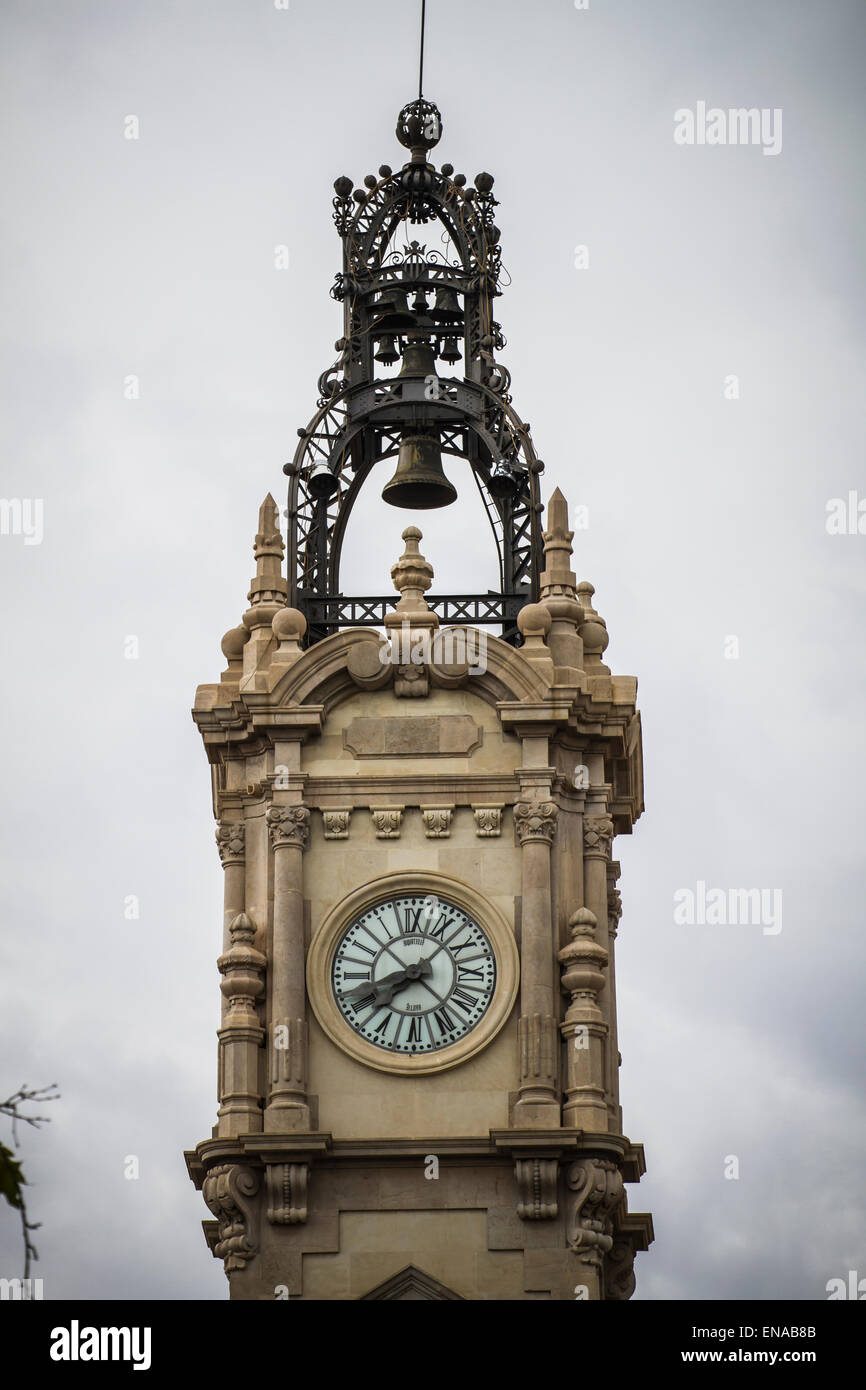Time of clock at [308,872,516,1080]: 8:07
